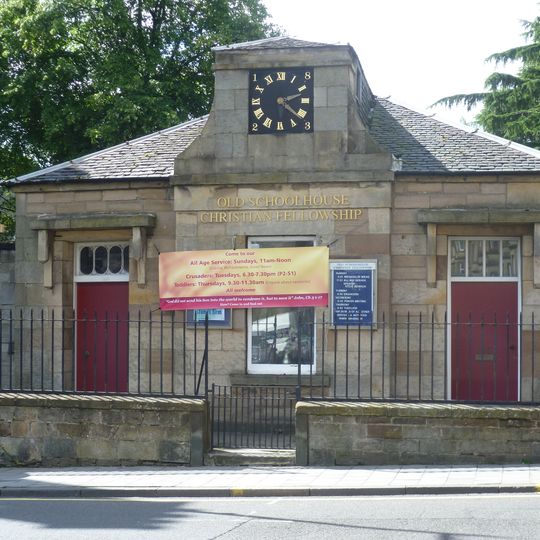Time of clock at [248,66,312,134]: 2:21
